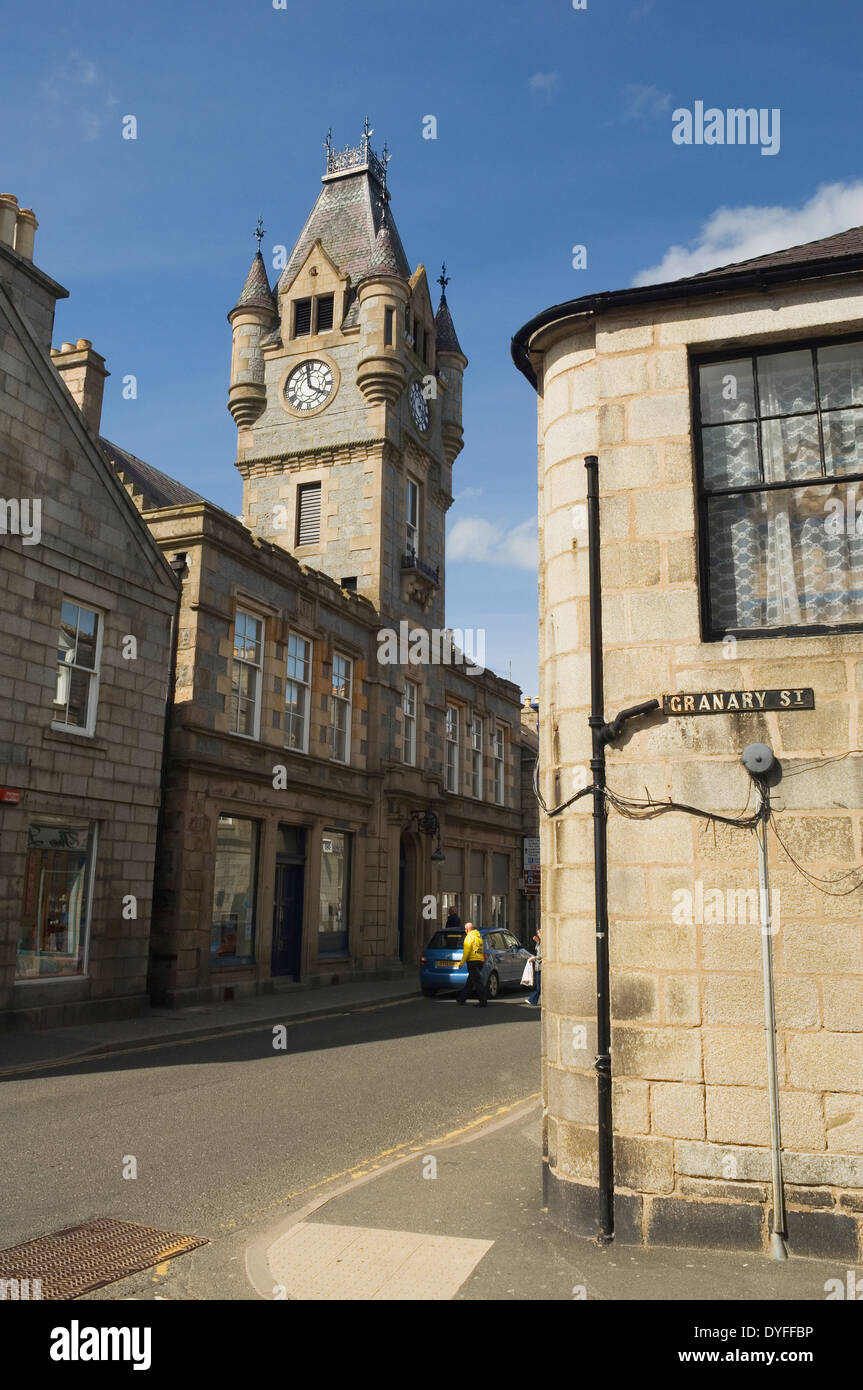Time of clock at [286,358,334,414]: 3:58
